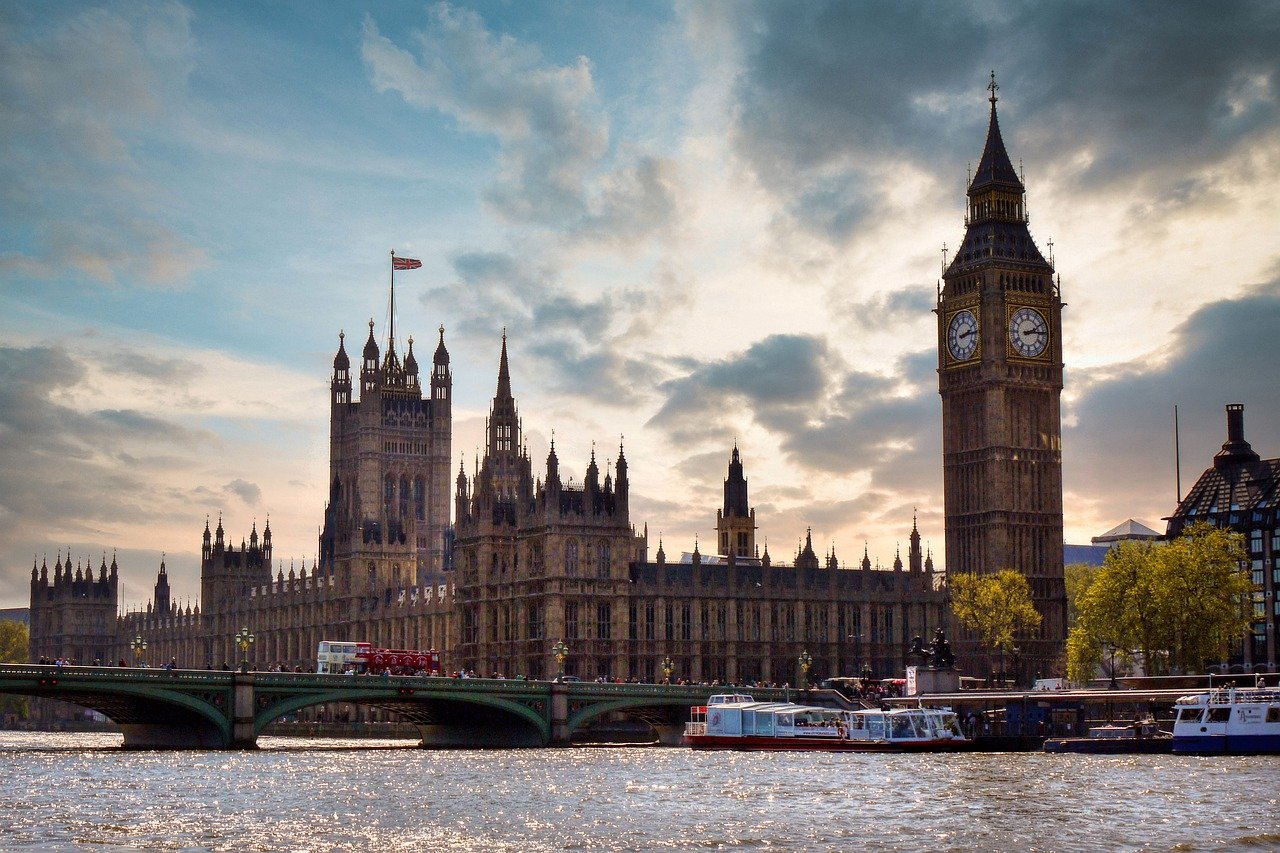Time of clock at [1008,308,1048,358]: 2:14
